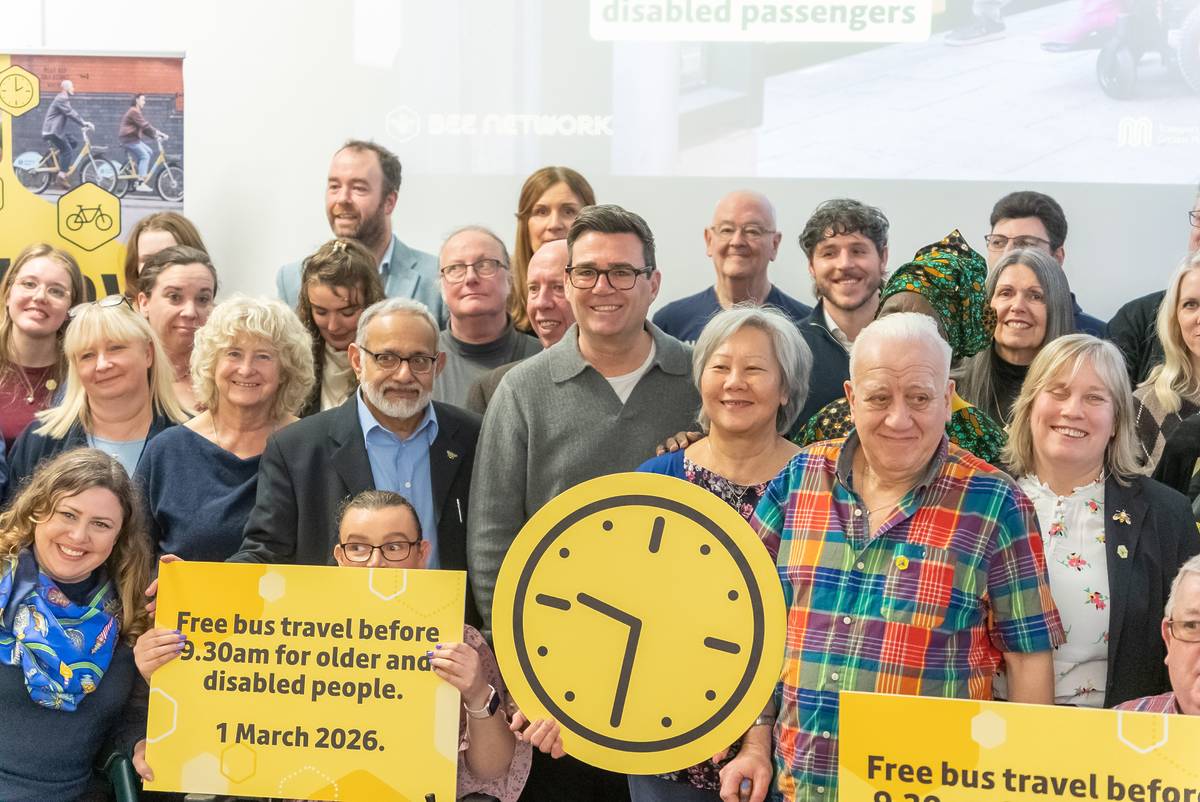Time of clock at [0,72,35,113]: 2:00
